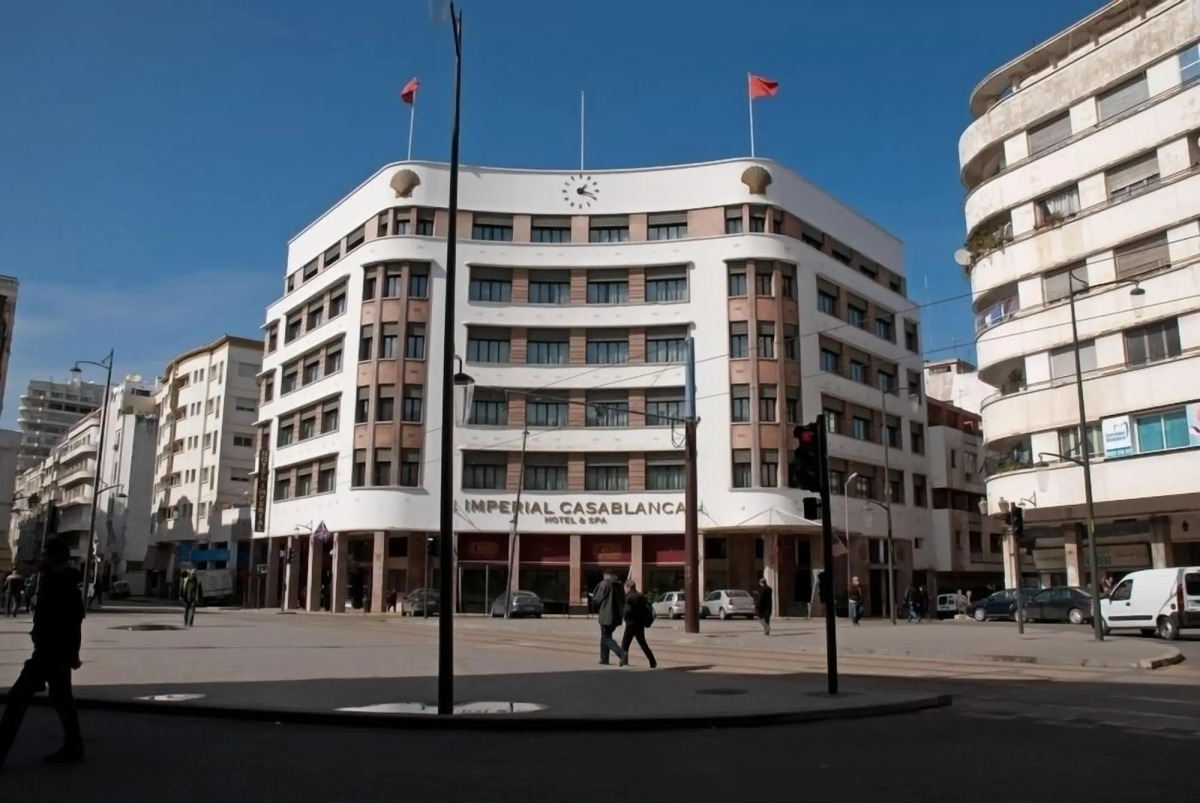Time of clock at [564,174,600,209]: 1:18
